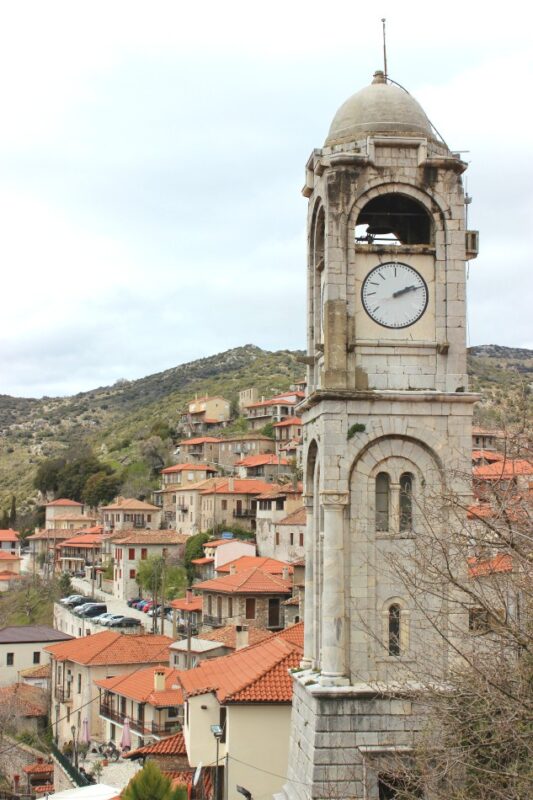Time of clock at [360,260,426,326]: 2:12
